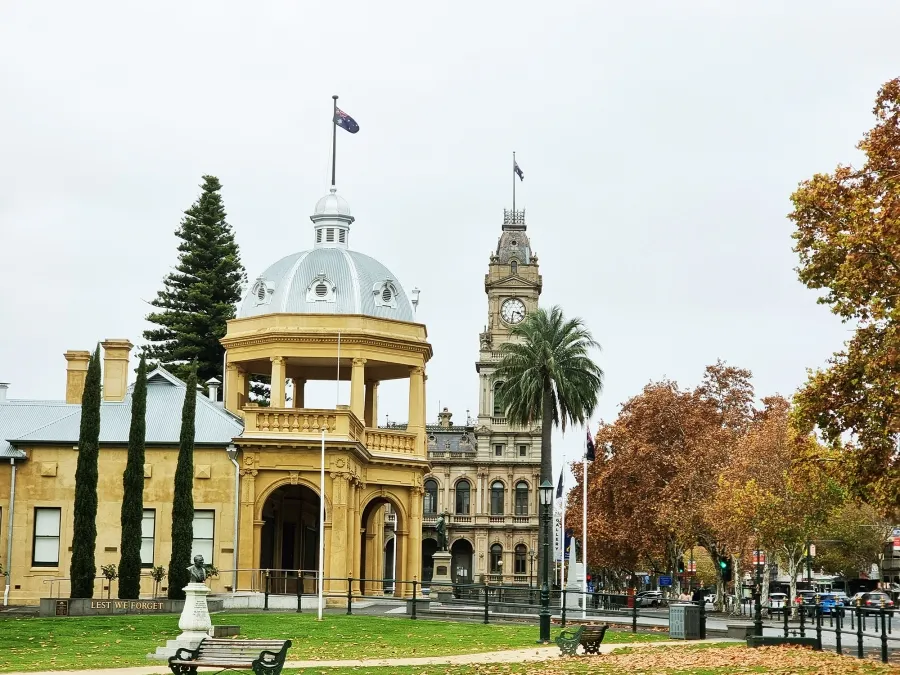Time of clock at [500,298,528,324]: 3:31
